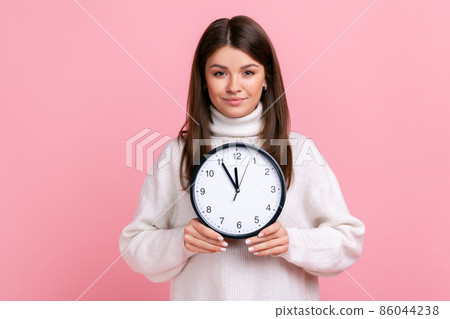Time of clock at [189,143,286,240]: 11:54
